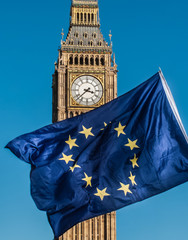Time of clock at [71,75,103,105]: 3:37
